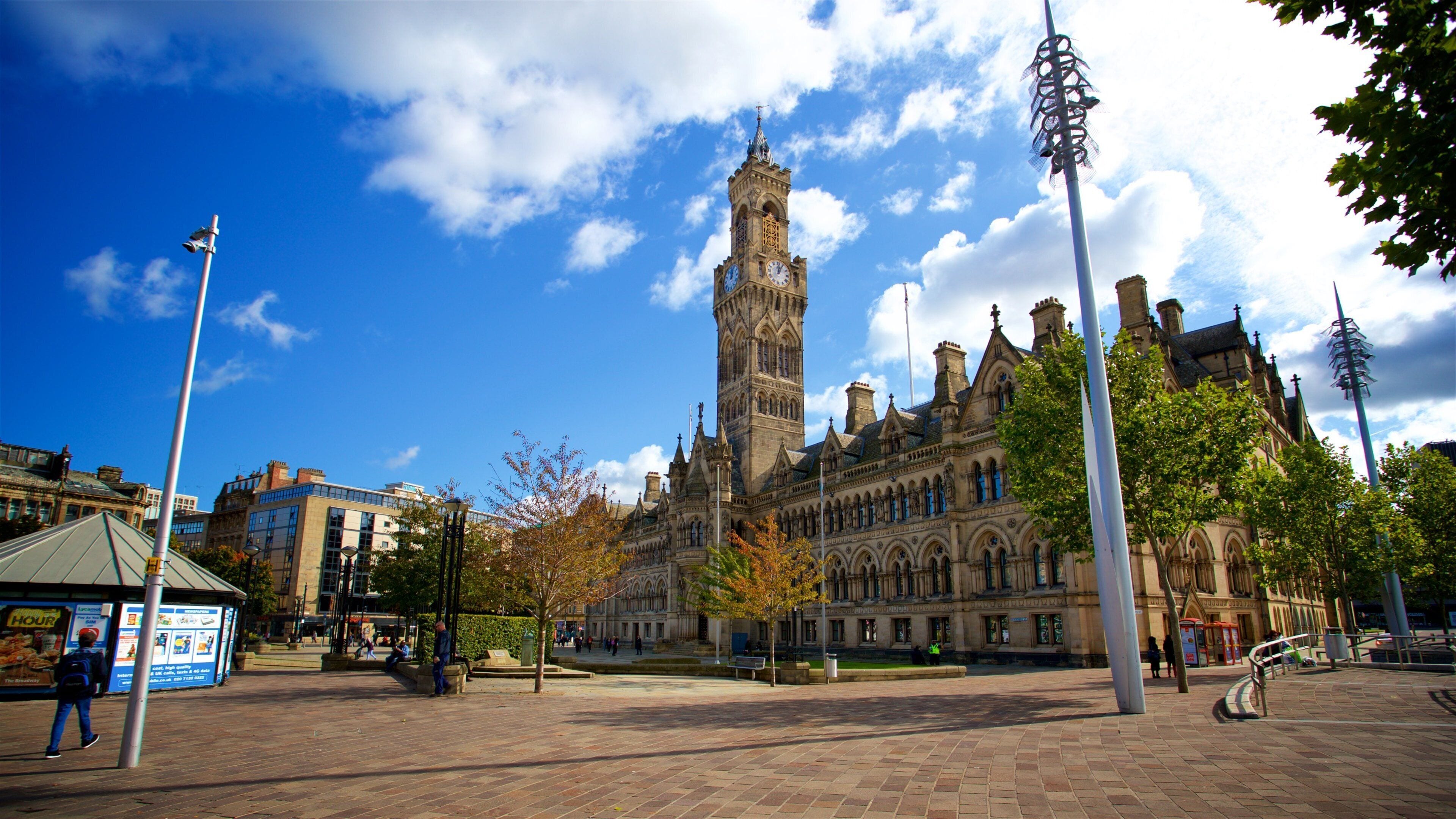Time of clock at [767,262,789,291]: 12:04
